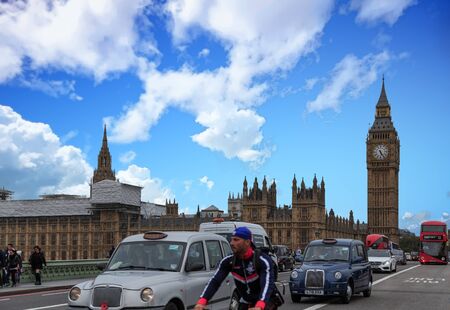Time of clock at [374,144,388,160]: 5:24
